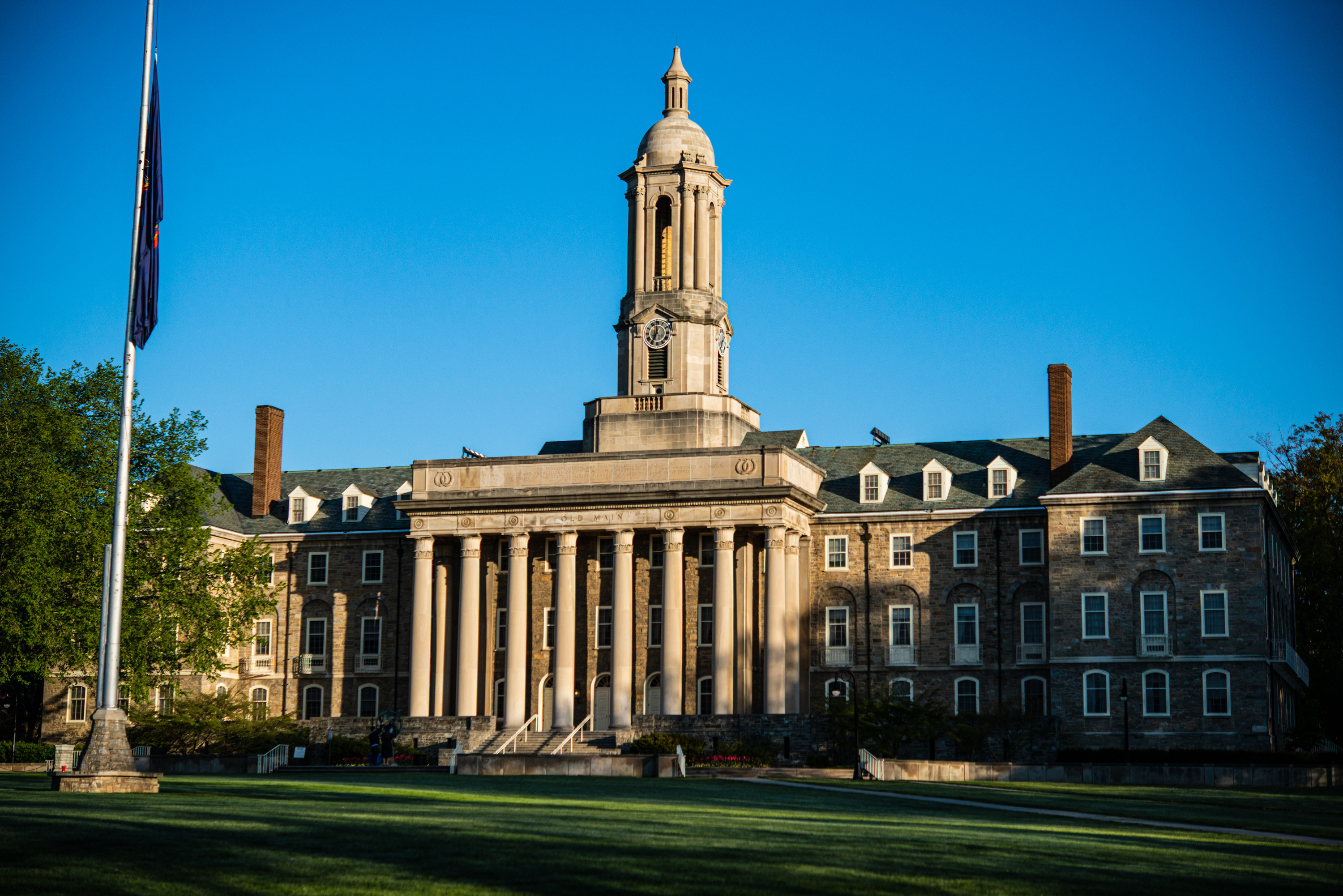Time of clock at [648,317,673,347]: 6:59
